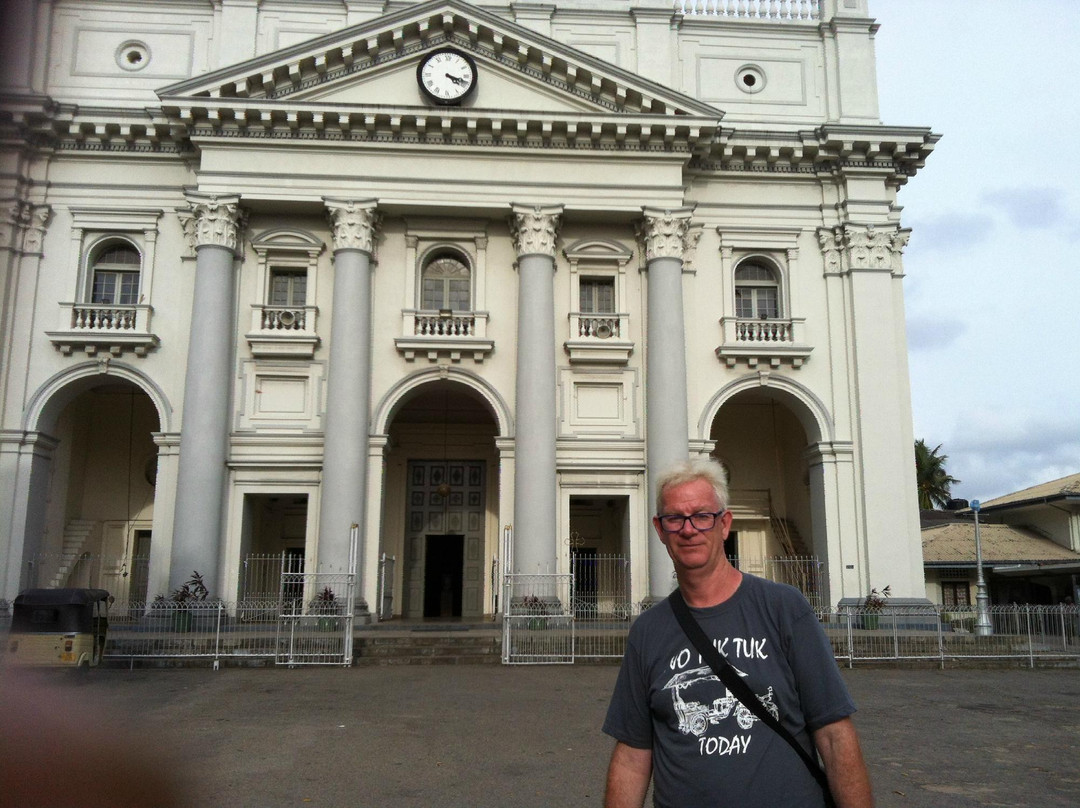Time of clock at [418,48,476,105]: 4:18
